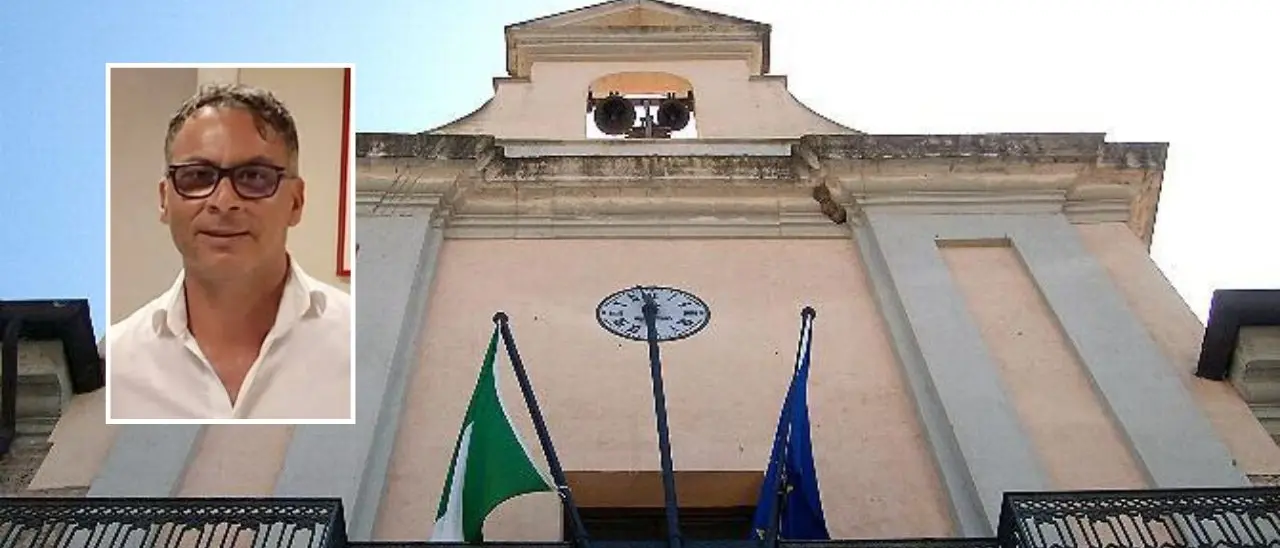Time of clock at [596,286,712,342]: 11:29
